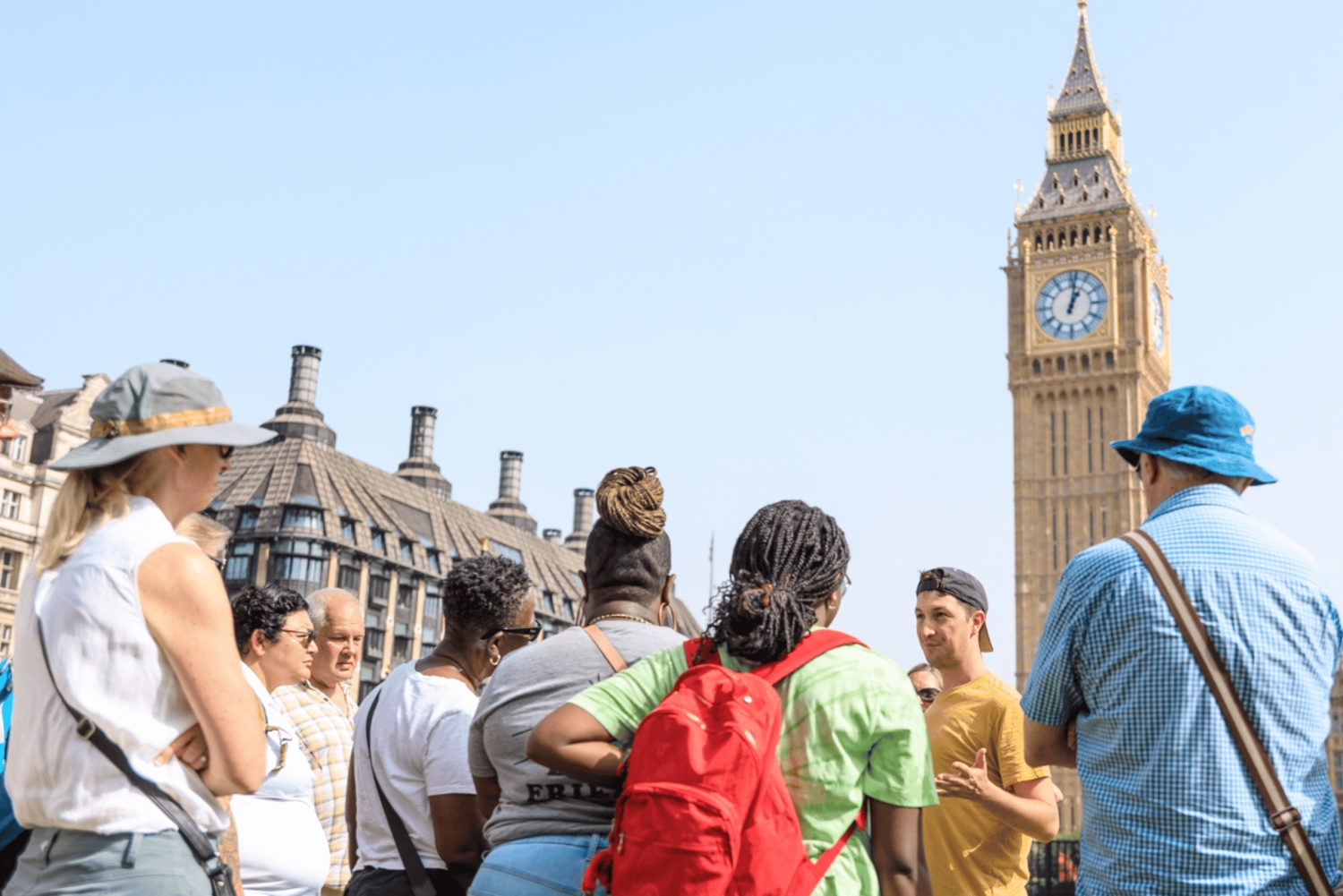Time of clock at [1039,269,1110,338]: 1:02
